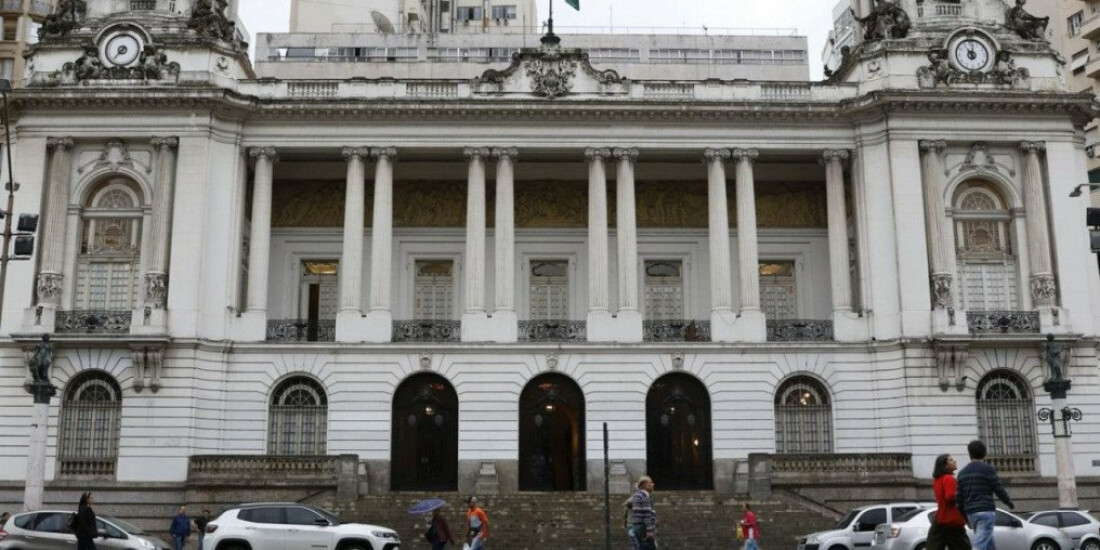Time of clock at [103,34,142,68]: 7:37
